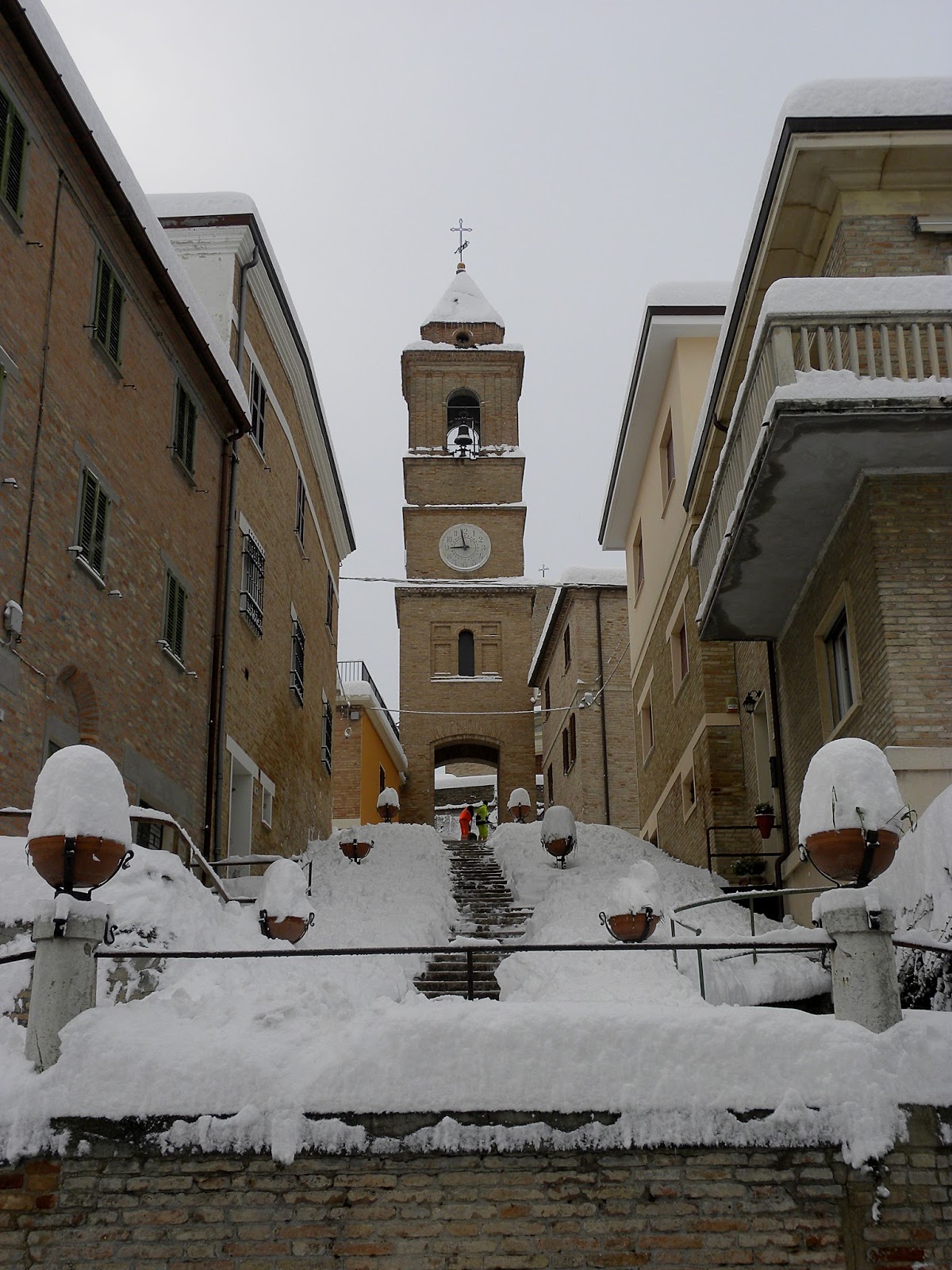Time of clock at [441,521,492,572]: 8:58
